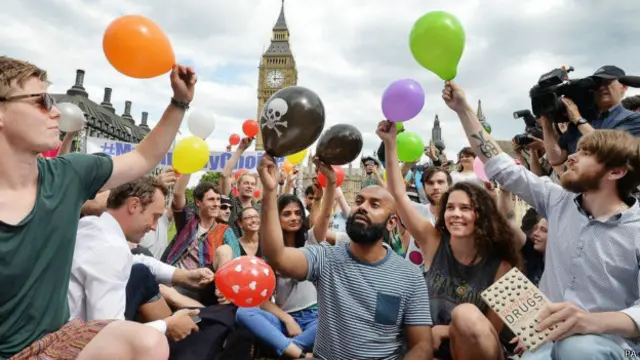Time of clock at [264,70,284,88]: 3:00
